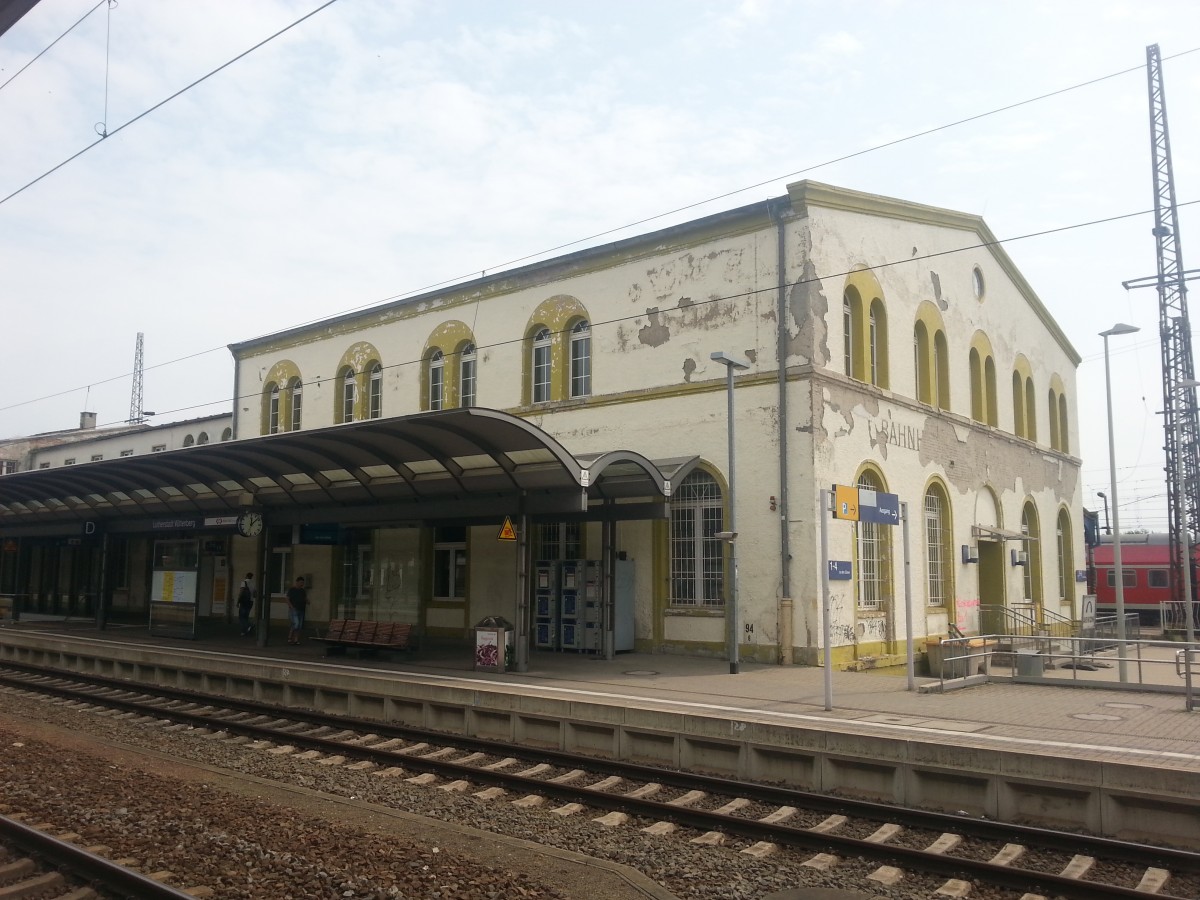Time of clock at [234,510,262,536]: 12:07
